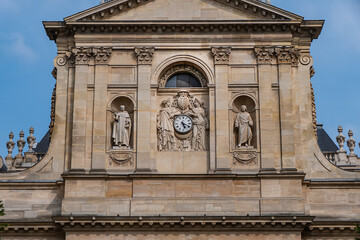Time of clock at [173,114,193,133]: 5:18
